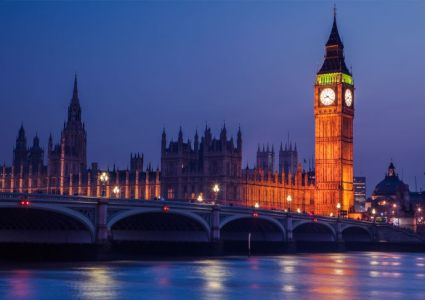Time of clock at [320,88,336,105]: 8:21
